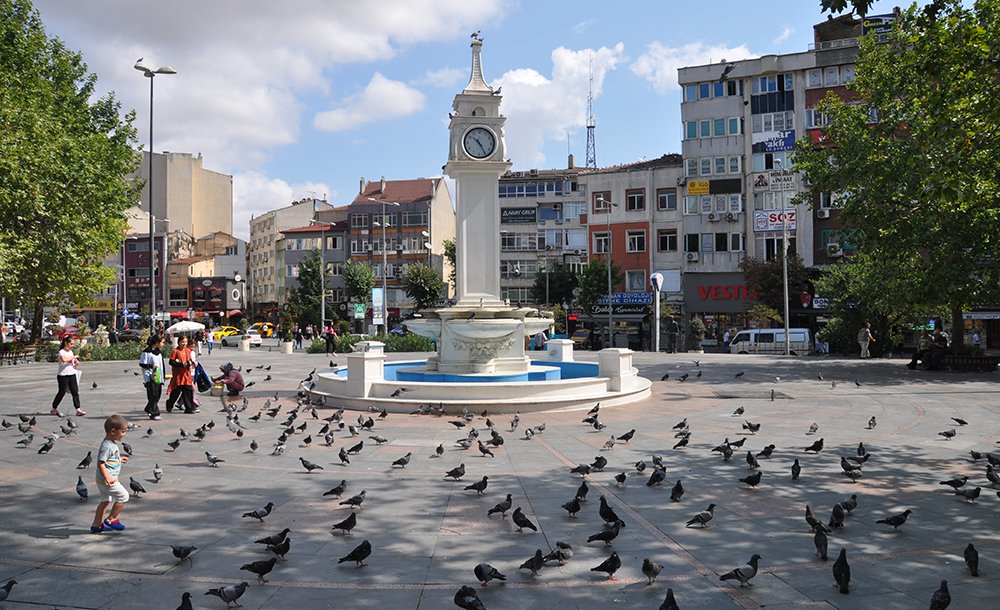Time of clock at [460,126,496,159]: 10:24
